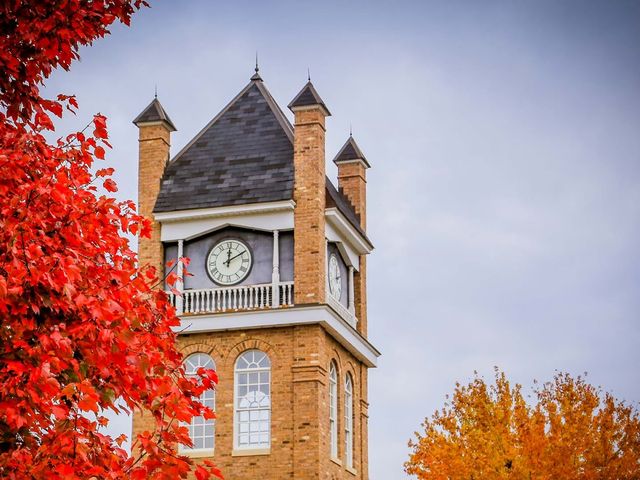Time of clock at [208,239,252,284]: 12:10
